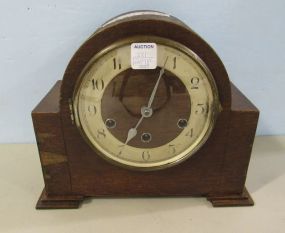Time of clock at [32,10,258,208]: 12:34
